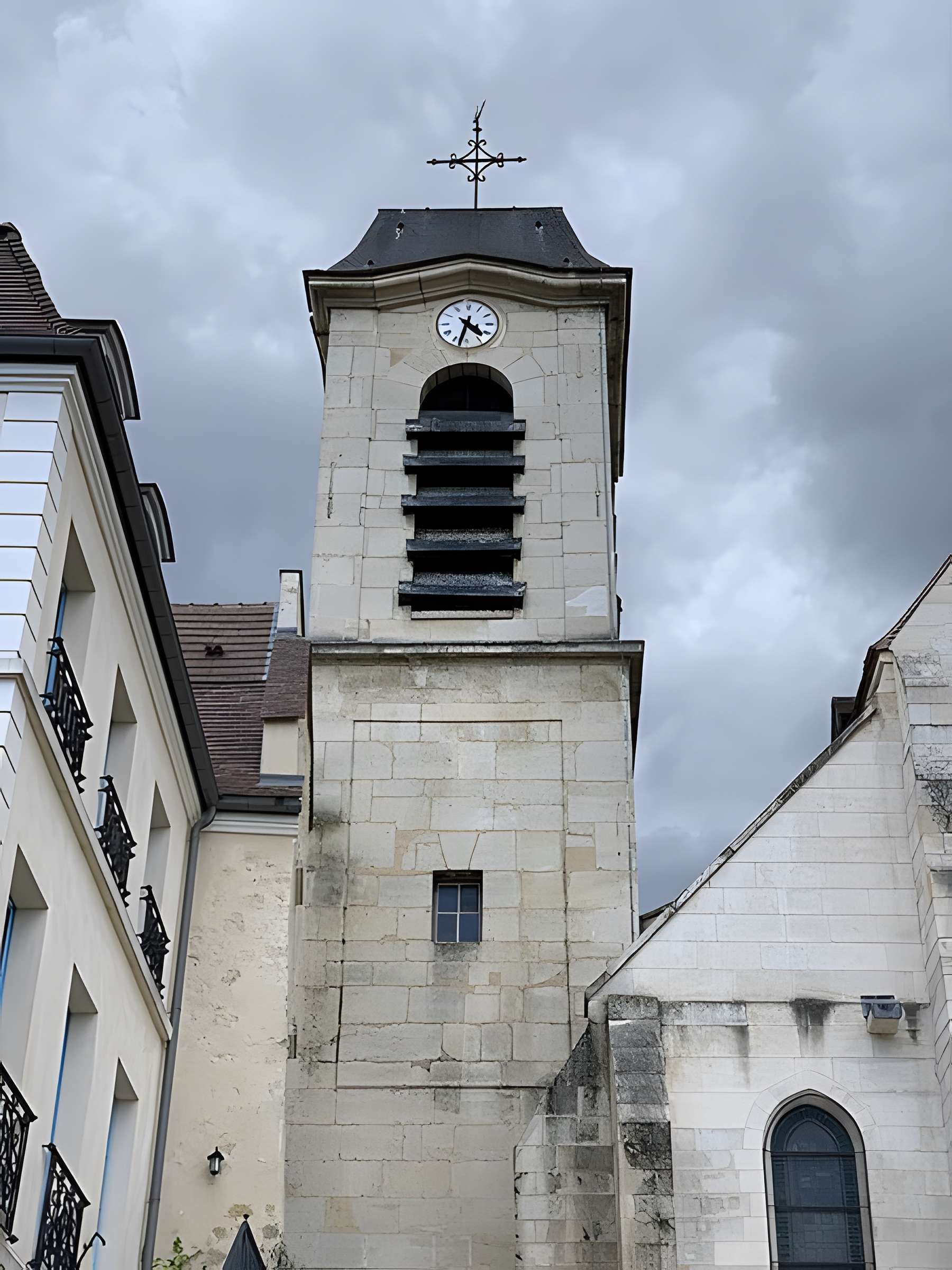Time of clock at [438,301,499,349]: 4:32
